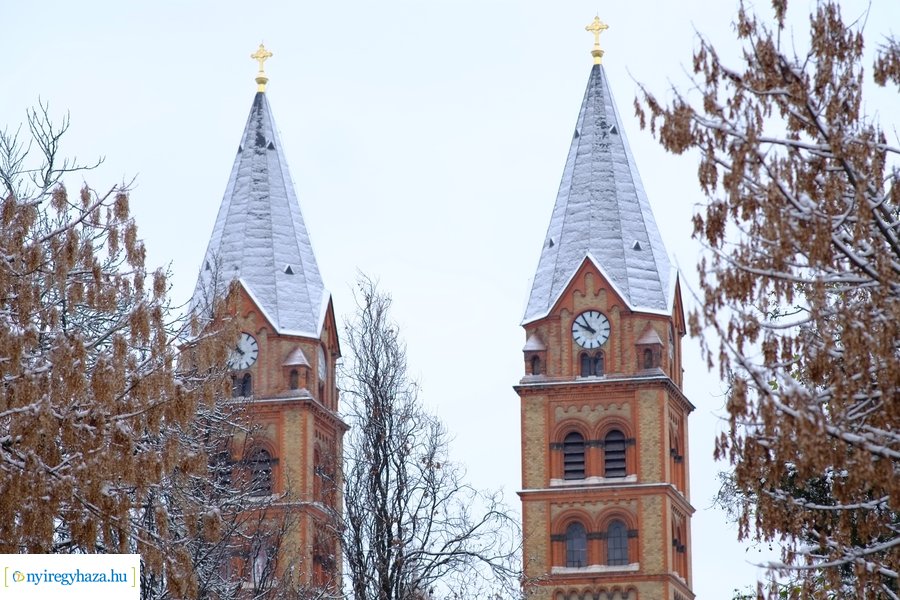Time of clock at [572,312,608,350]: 9:54
